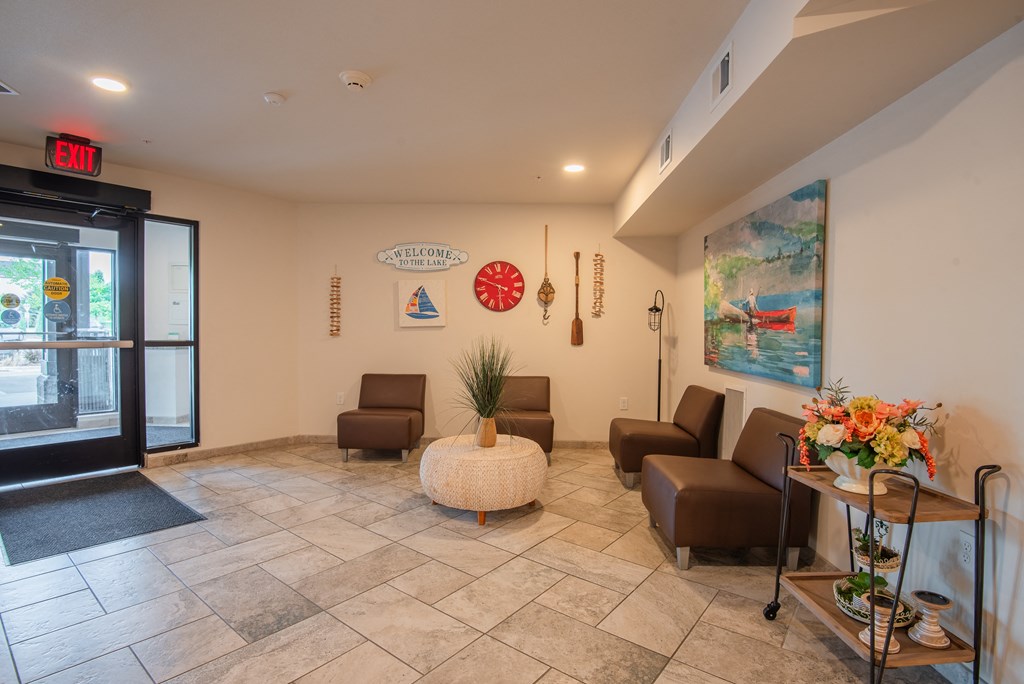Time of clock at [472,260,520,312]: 3:49
